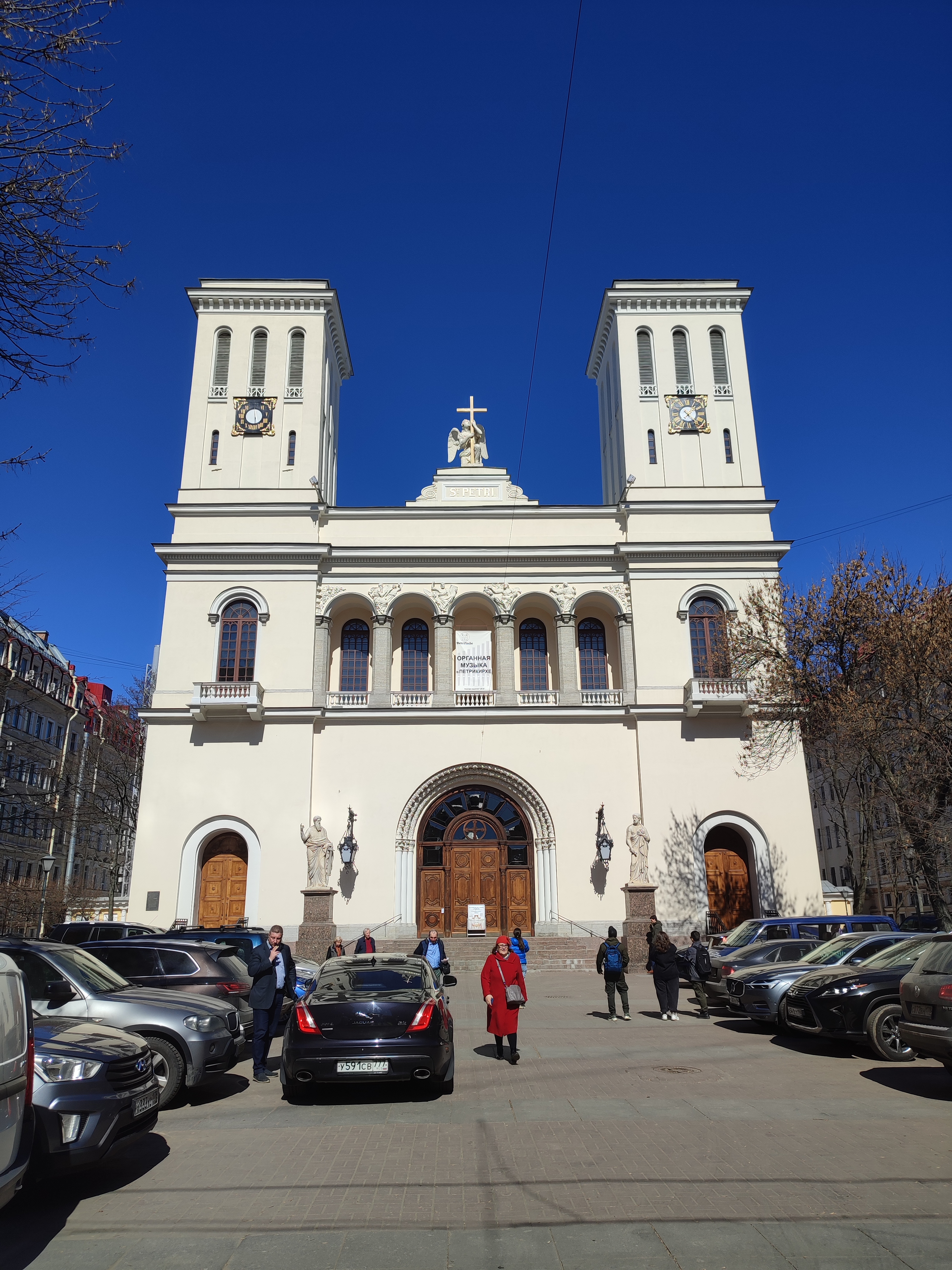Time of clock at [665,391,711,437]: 1:23
